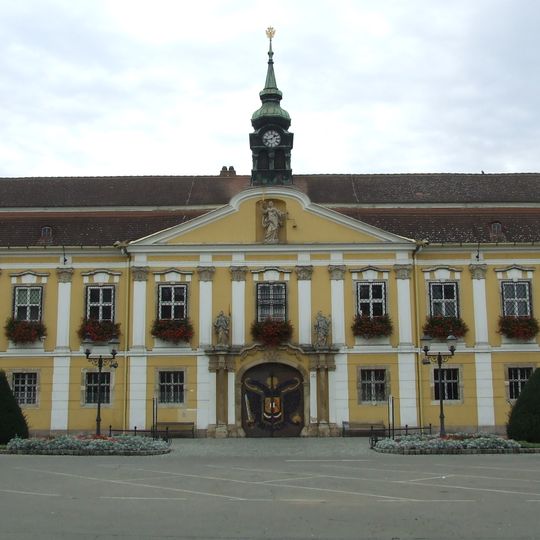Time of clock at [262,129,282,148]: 1:42
